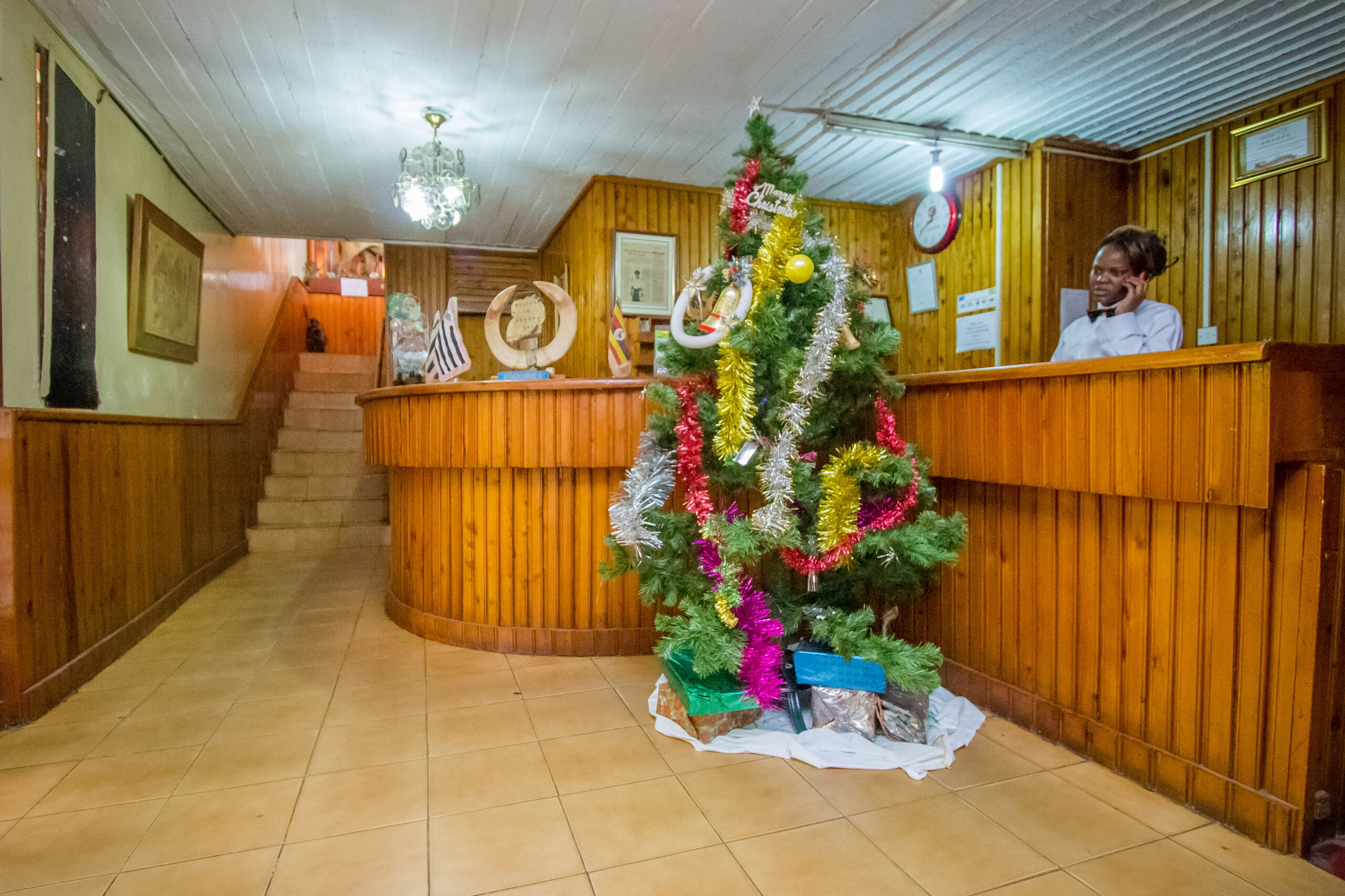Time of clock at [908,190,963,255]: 12:40
